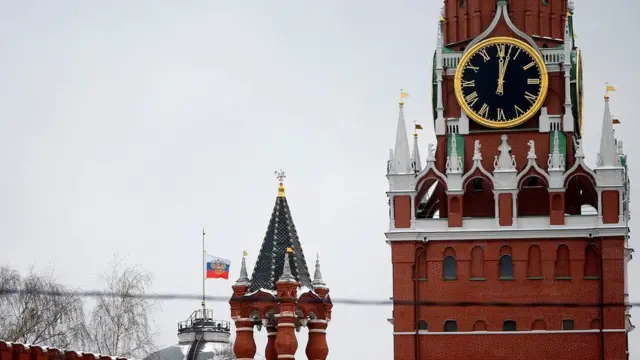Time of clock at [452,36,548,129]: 12:02
